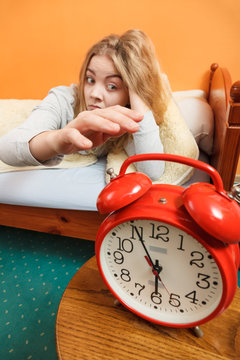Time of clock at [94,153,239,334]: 5:55
